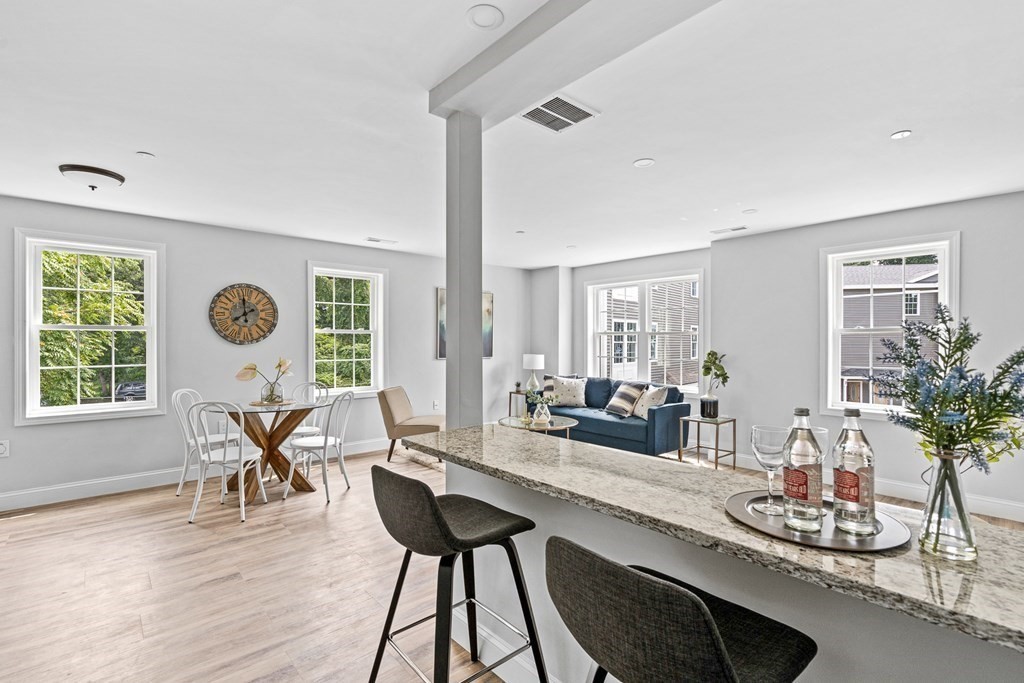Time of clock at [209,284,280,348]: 7:59
